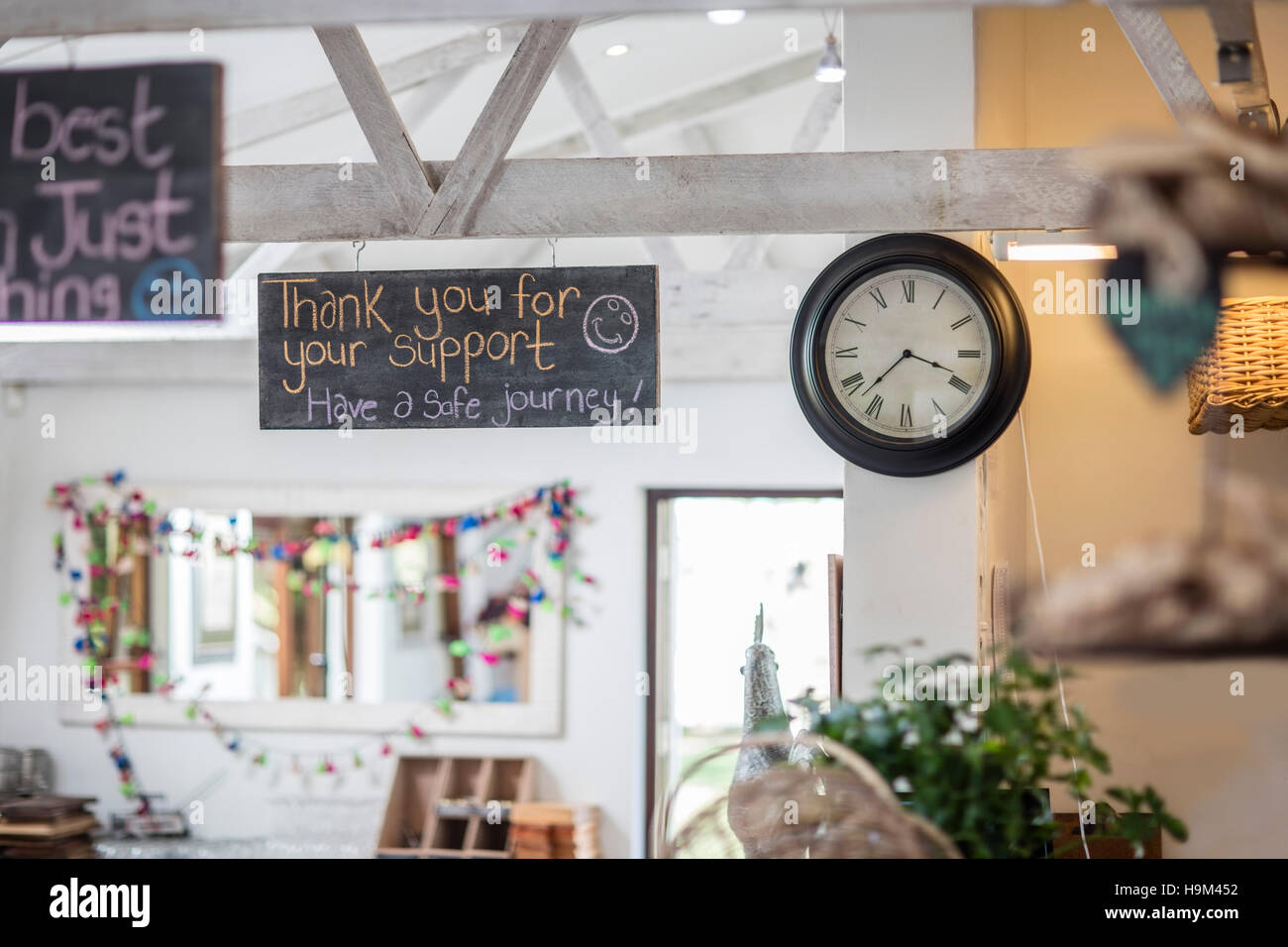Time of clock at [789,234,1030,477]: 3:37
